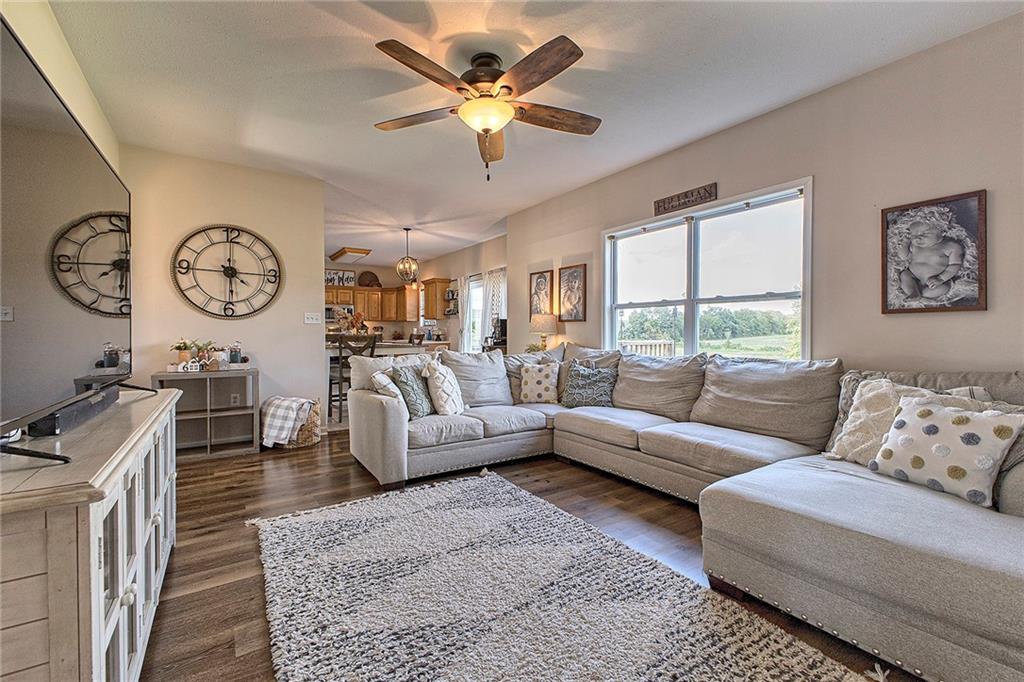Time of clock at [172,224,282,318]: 5:45
